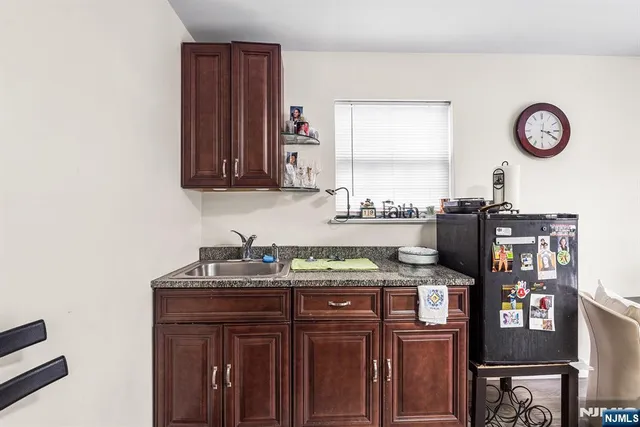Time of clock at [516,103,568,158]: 3:19
